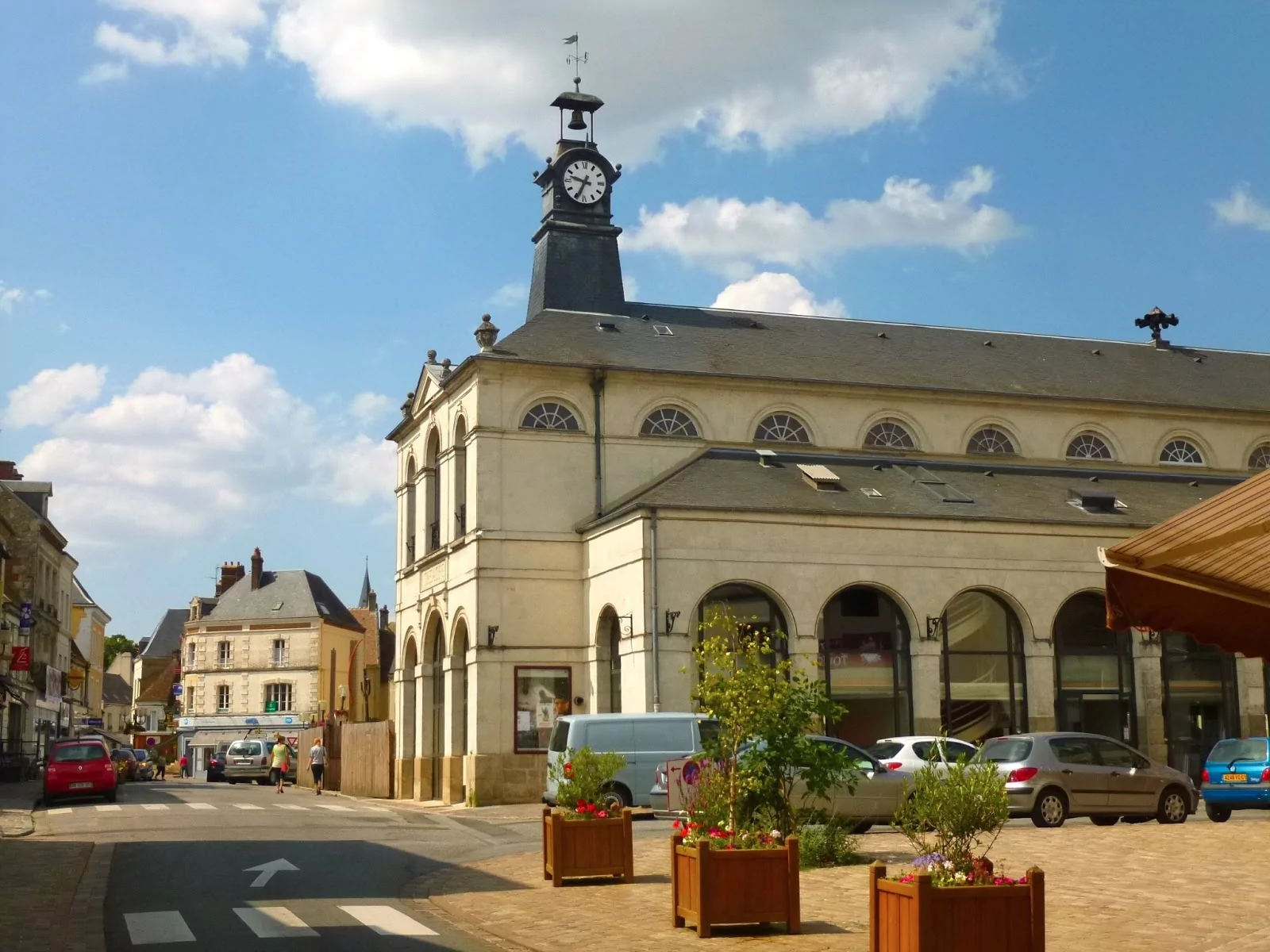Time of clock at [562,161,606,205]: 9:34
